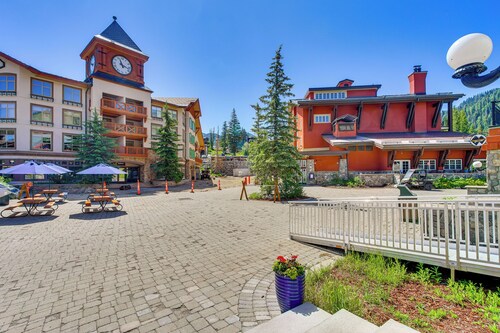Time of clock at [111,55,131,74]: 11:17
